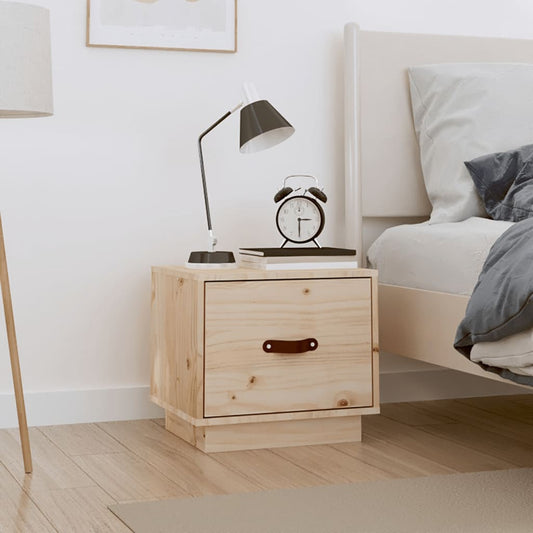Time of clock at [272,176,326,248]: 3:30
